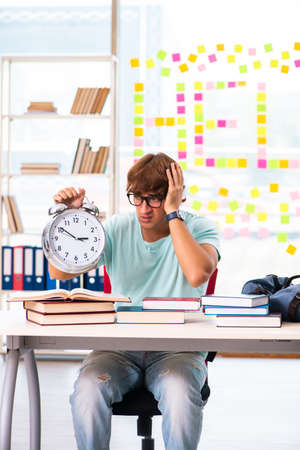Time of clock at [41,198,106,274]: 2:50
